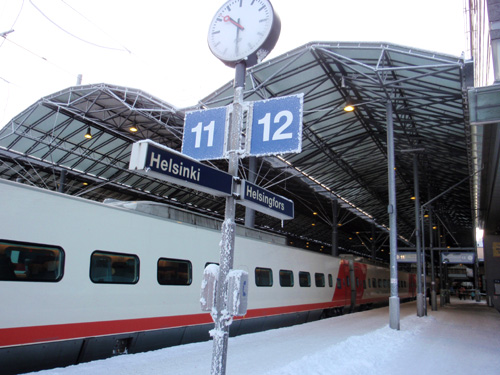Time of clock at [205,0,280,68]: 10:30
